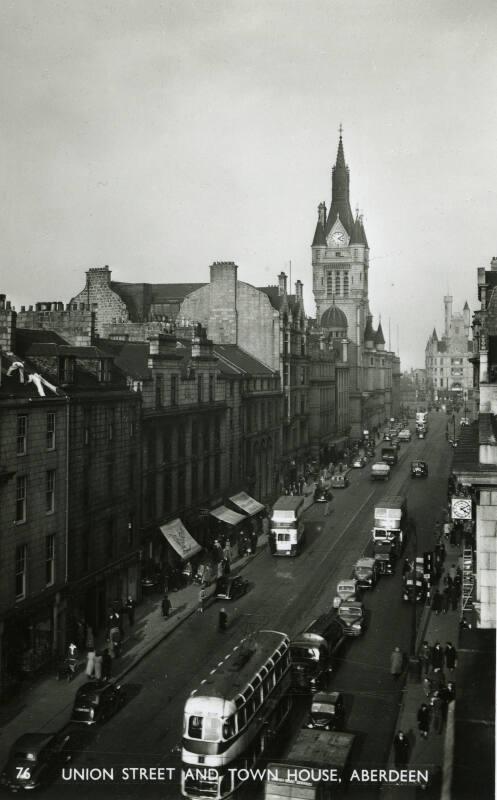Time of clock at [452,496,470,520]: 4:10
